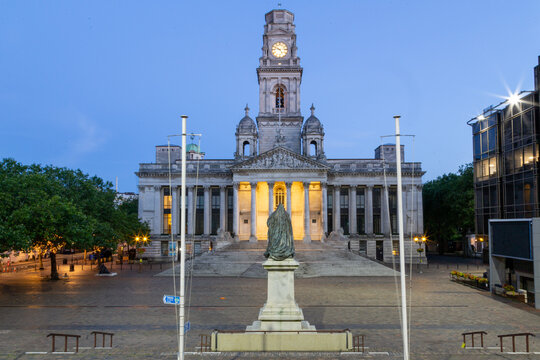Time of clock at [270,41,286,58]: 4:49
